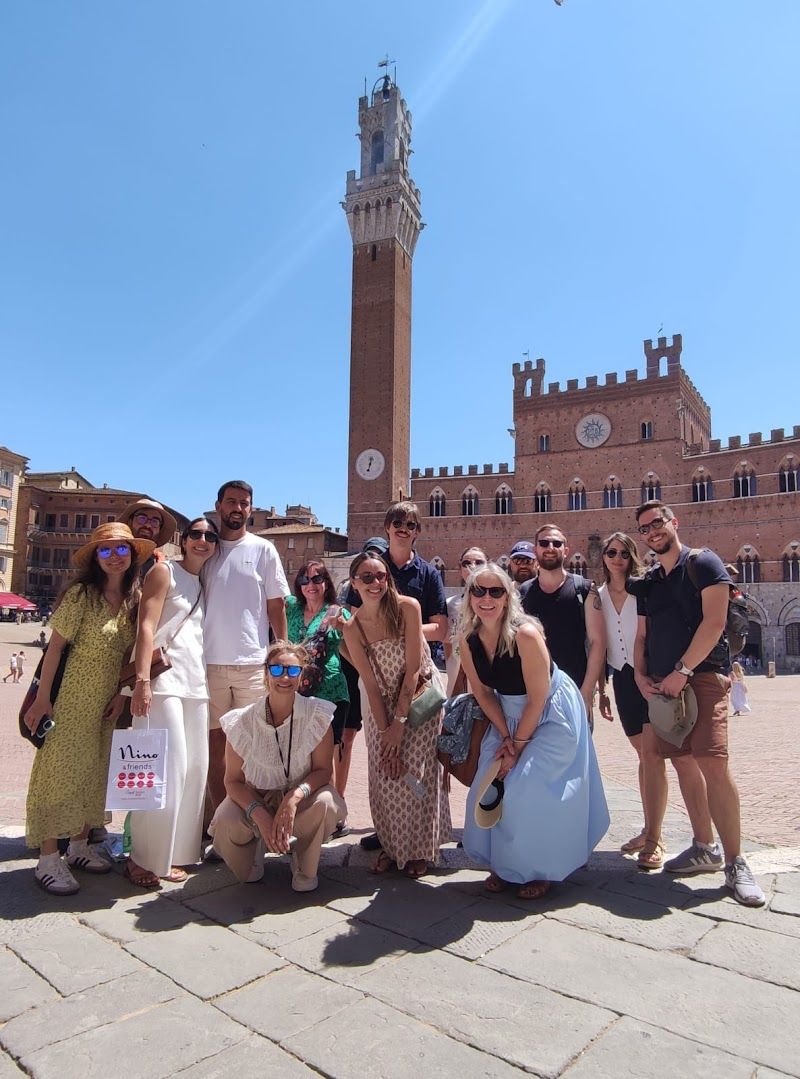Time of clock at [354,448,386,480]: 12:32
